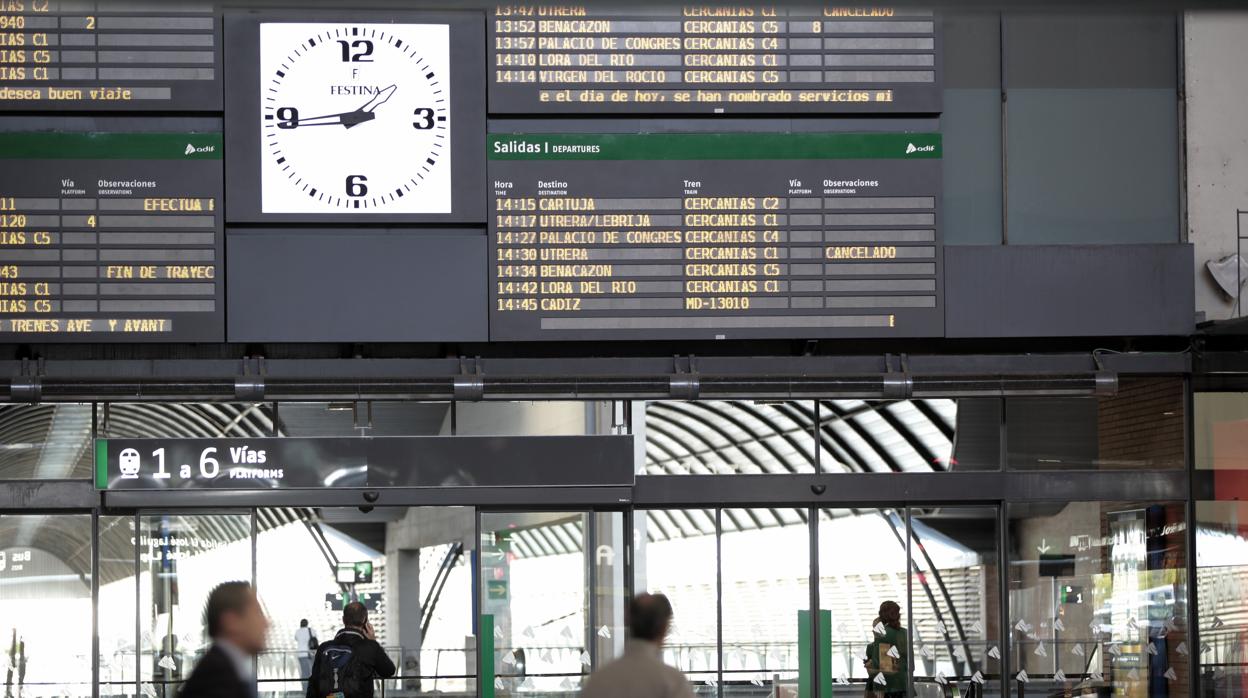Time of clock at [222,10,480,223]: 1:43
